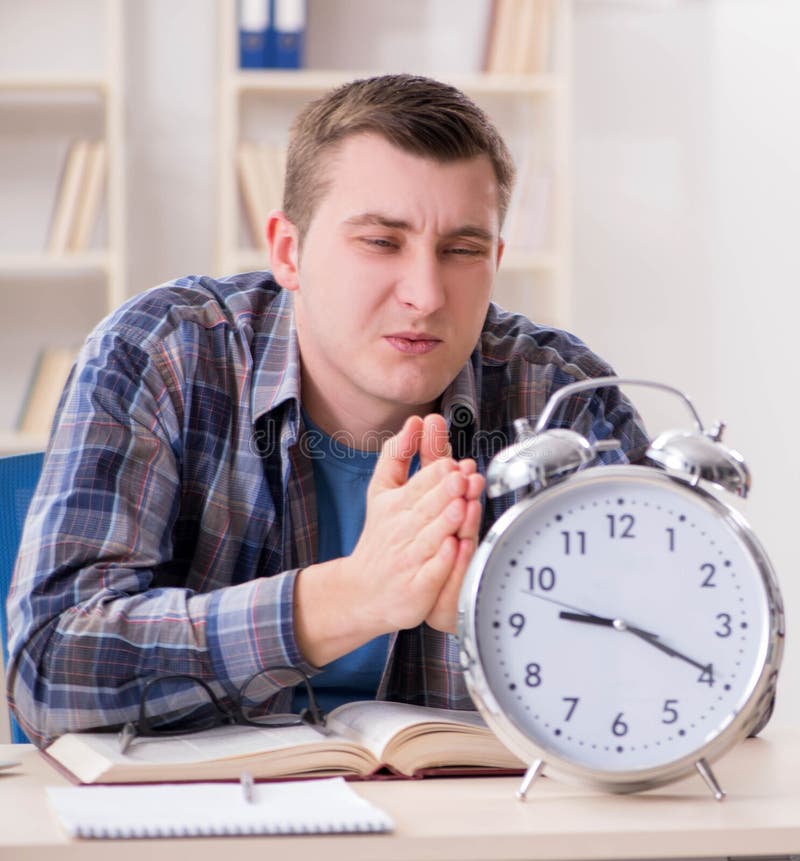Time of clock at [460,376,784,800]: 9:19
